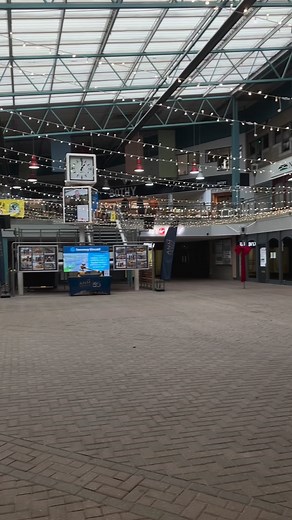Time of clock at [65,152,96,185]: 1:00
